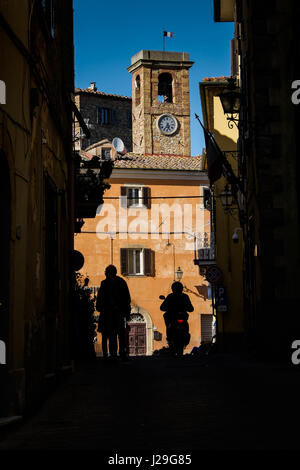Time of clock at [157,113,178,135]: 5:35
